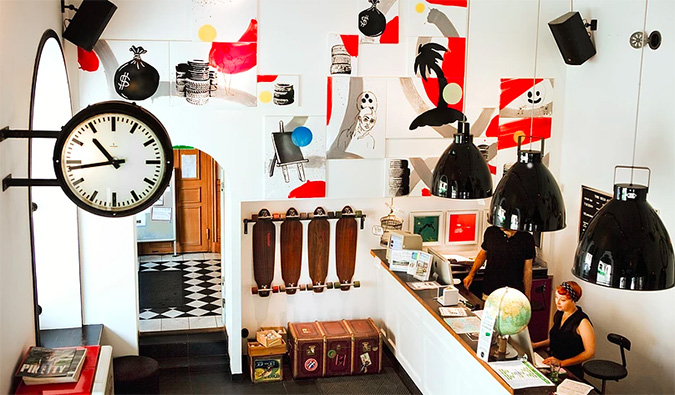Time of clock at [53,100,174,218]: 10:43
